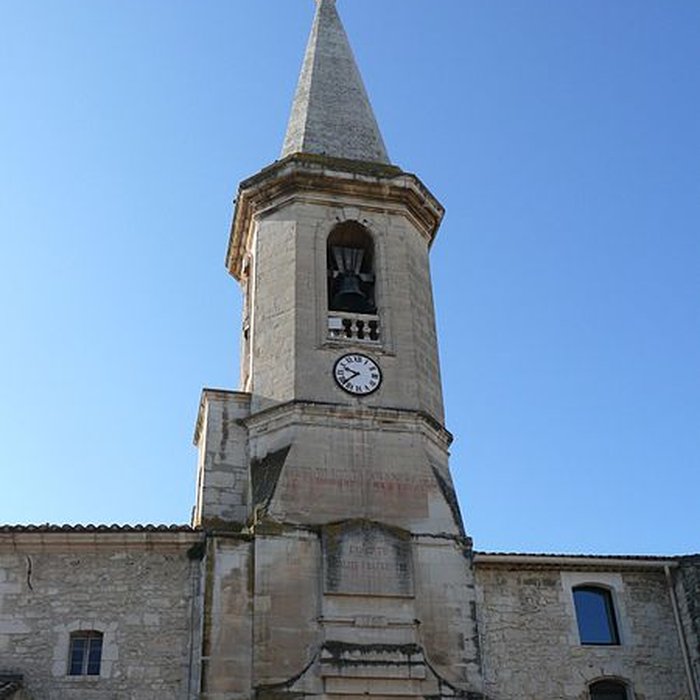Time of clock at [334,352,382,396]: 9:38
